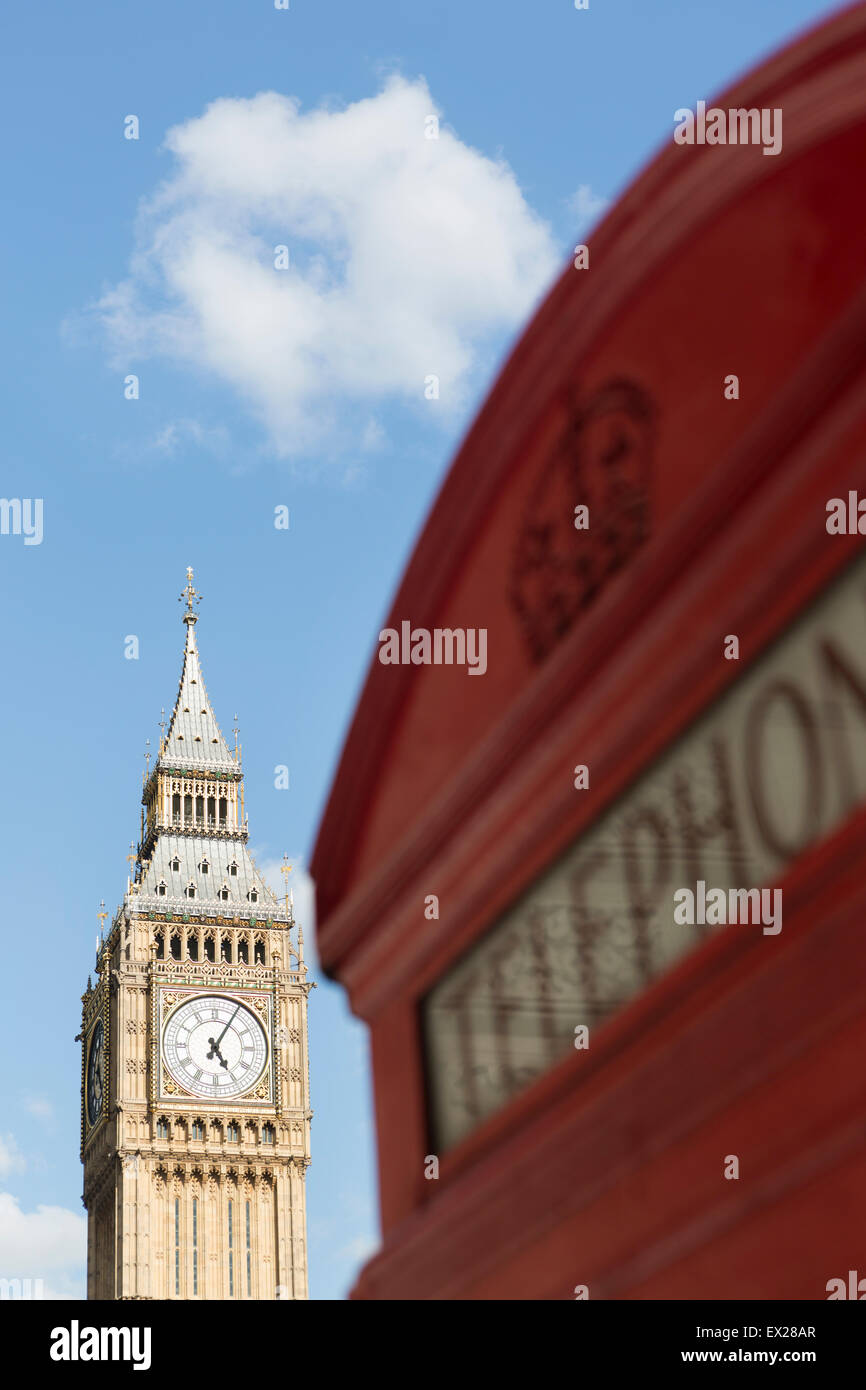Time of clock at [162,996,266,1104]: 5:05
